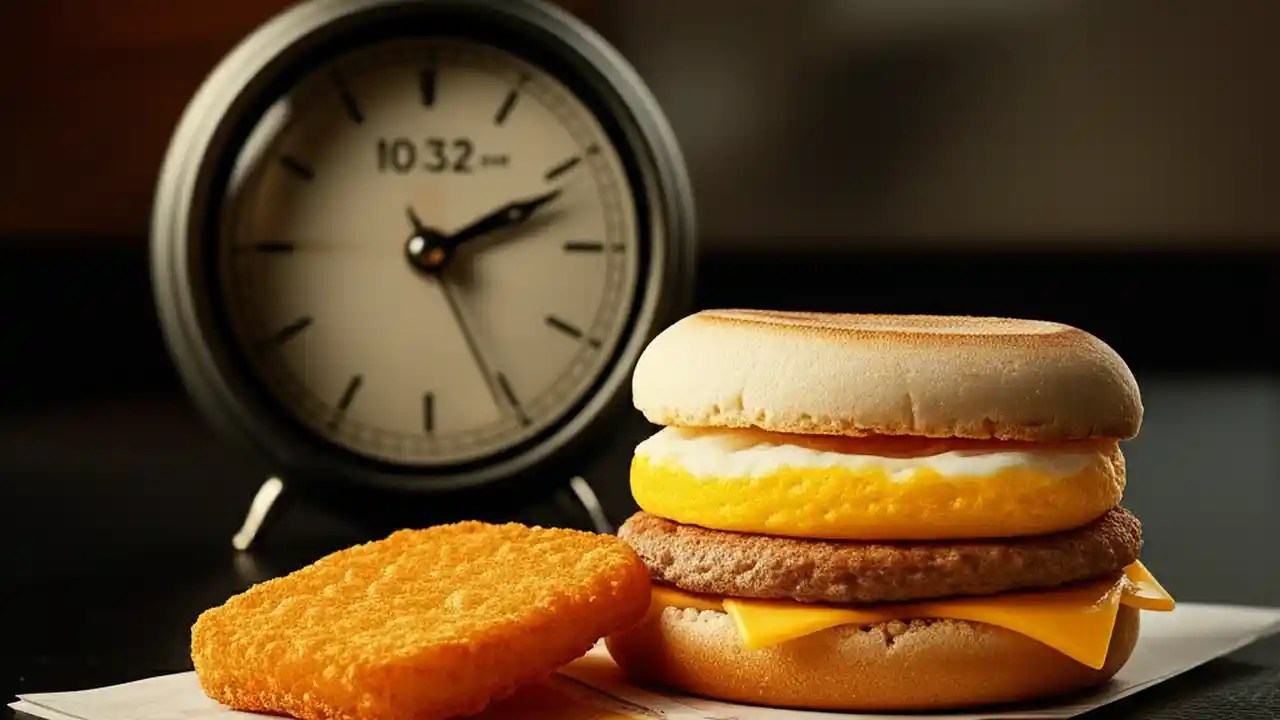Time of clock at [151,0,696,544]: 2:11
